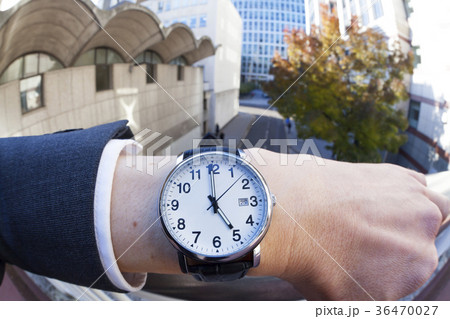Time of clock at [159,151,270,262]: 4:59
